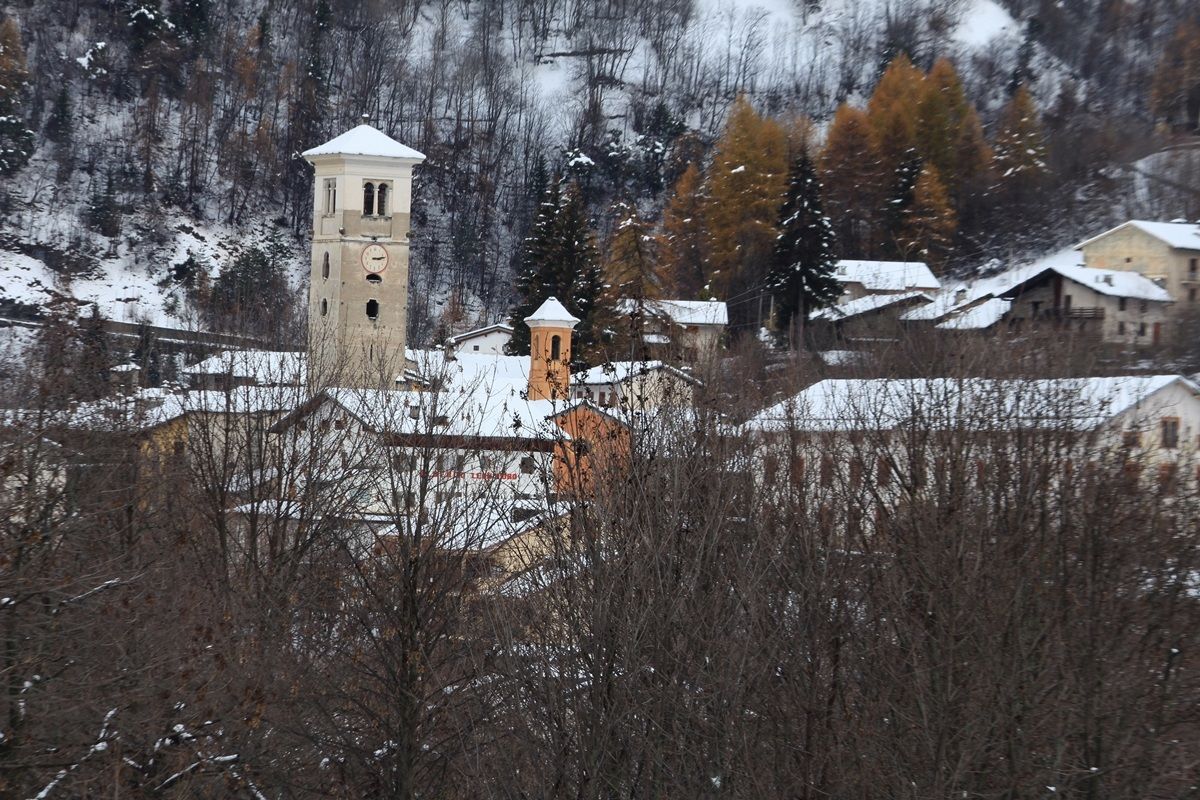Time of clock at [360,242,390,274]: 3:13
